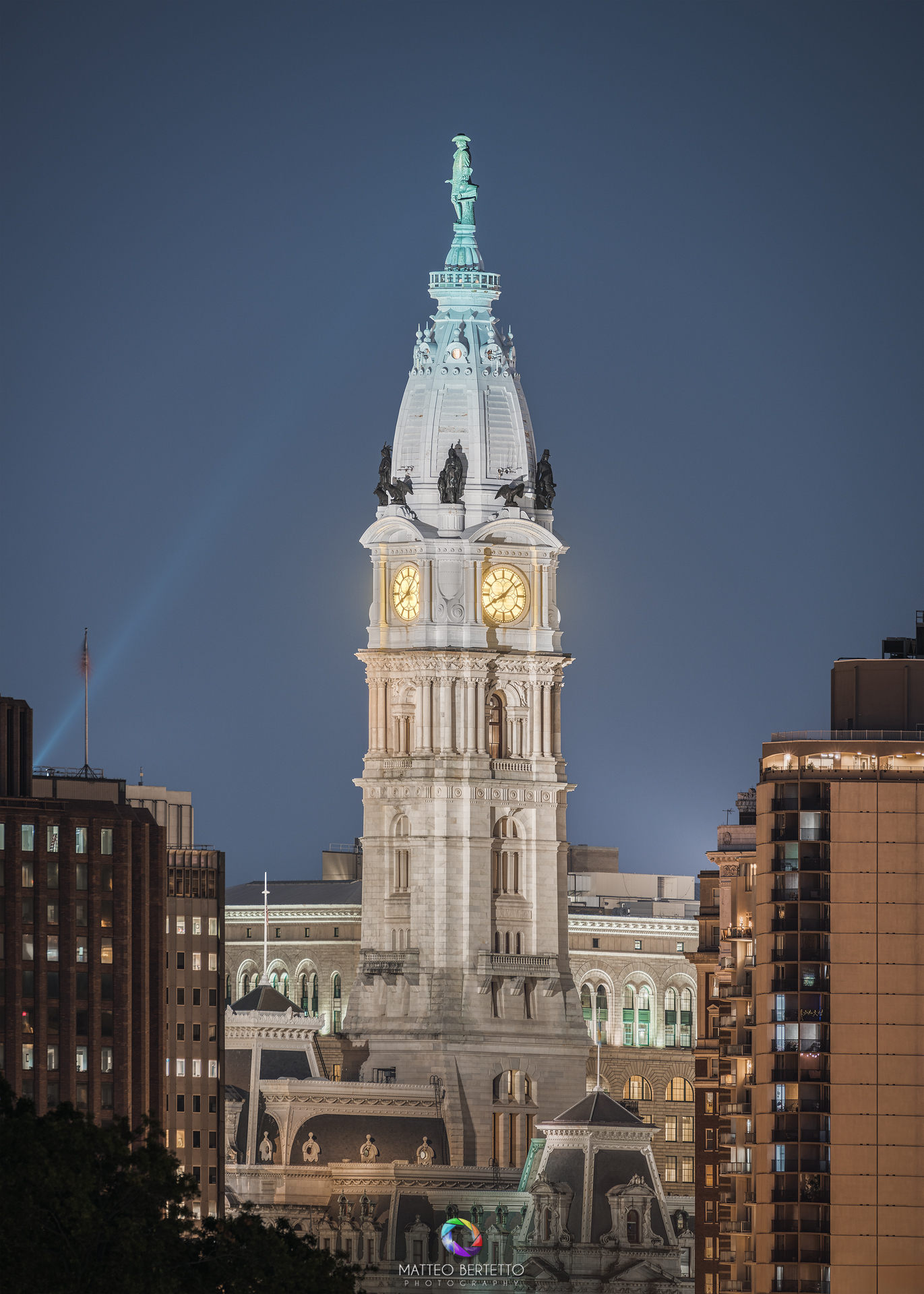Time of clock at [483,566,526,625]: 8:07
